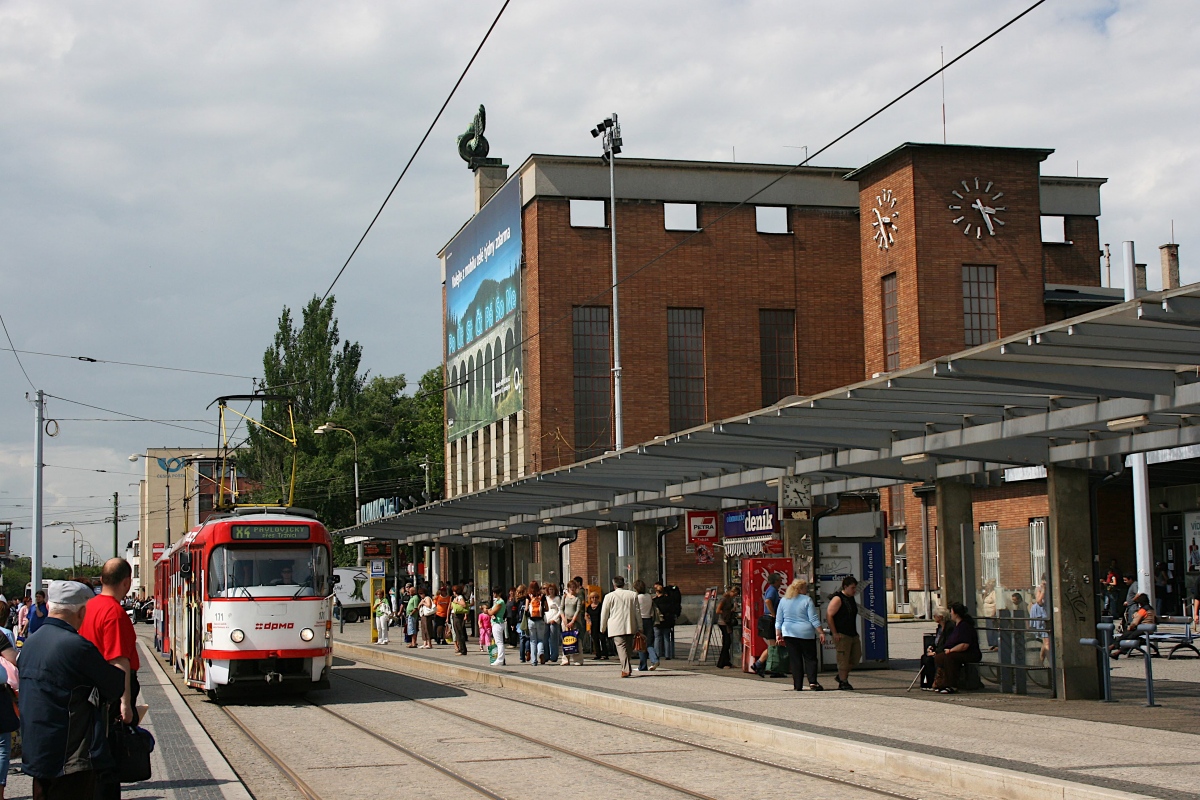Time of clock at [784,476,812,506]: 3:24
